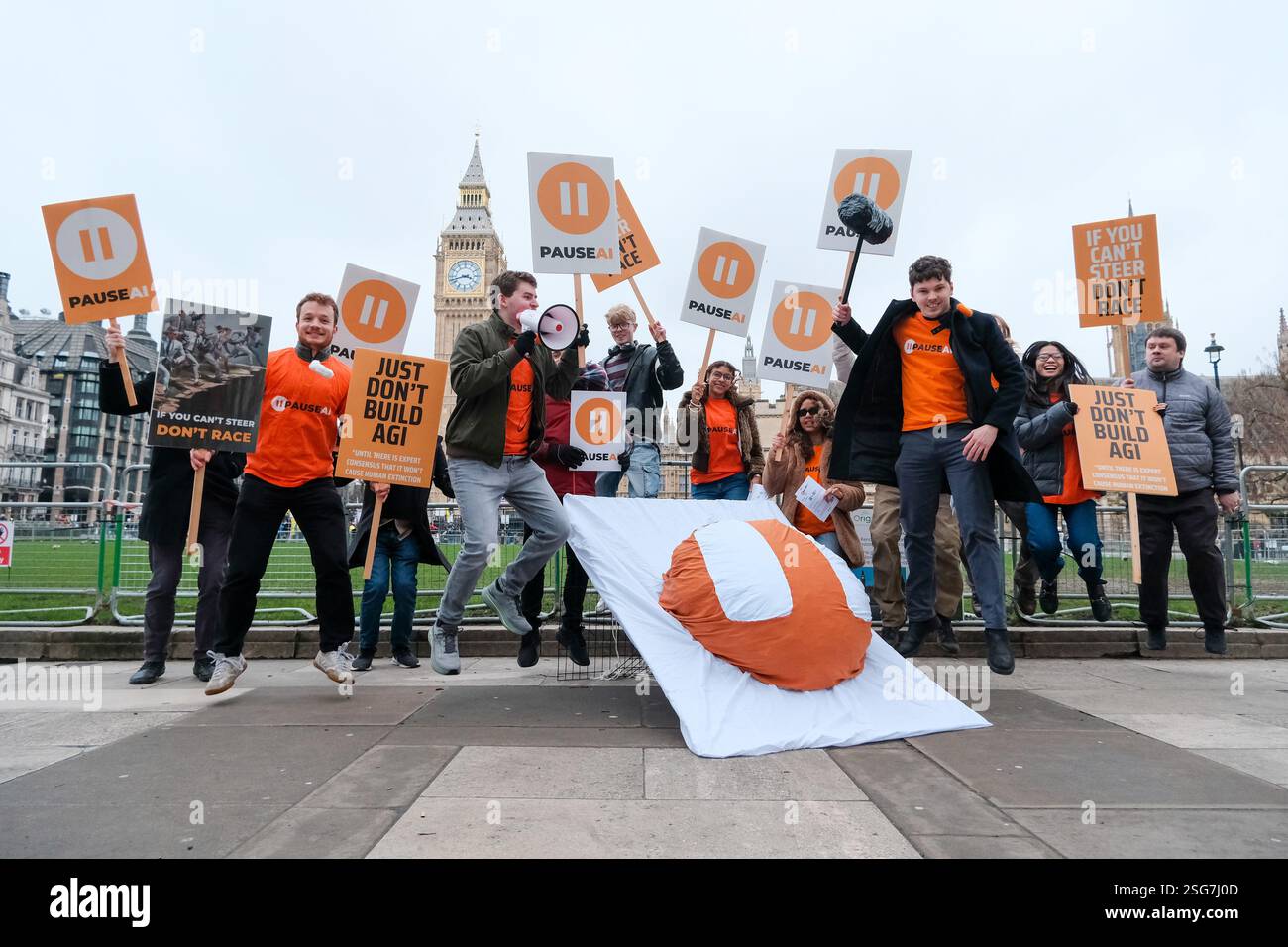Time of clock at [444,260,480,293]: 3:42
